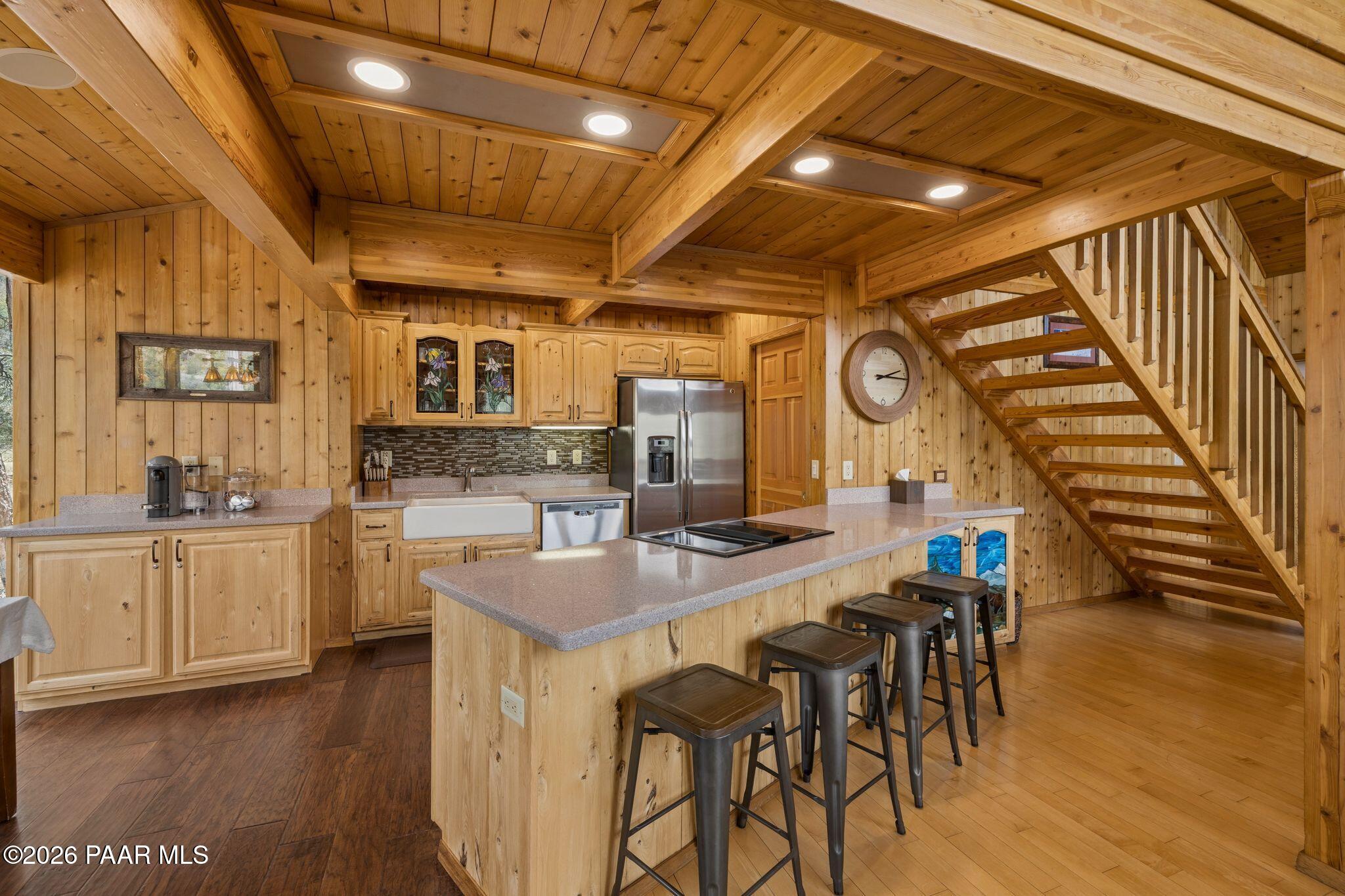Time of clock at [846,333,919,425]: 2:15
